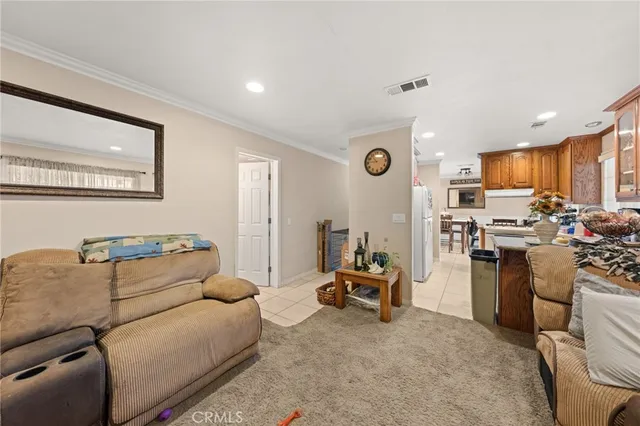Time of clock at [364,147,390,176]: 10:45
